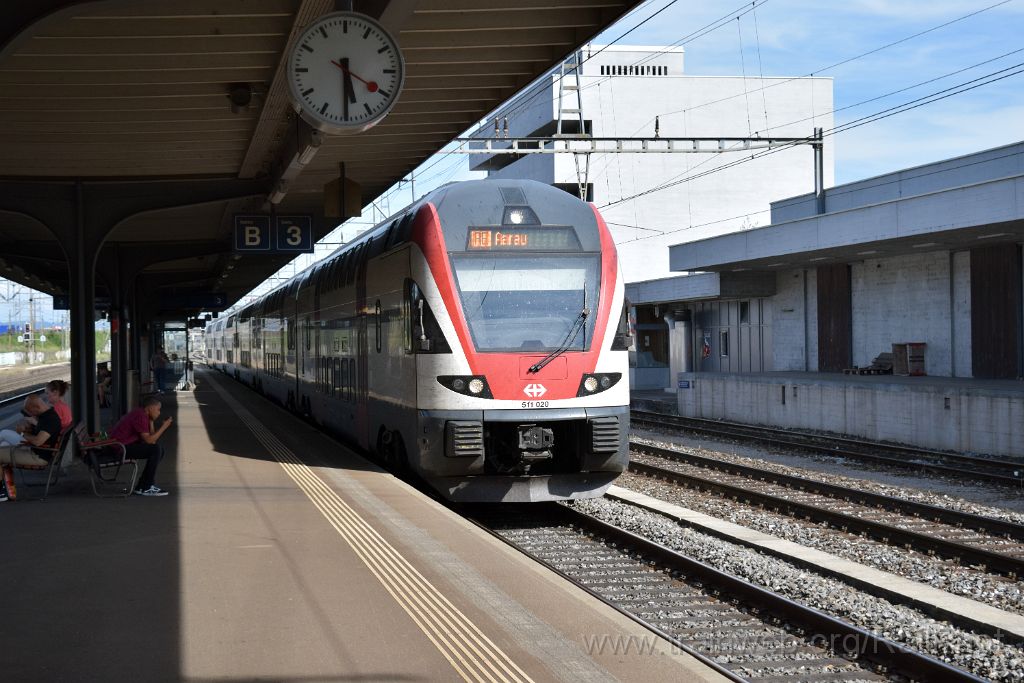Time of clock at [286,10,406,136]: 5:30
